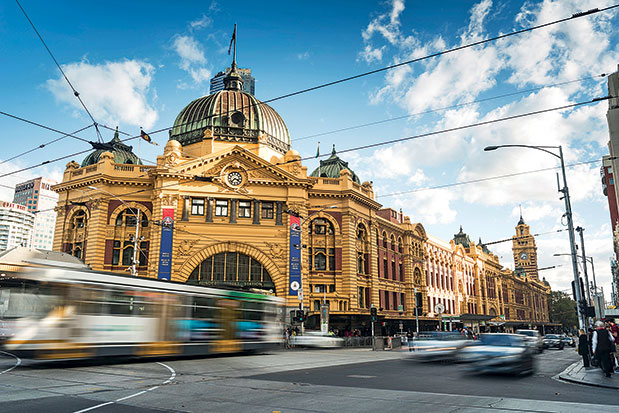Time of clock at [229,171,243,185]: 3:37
